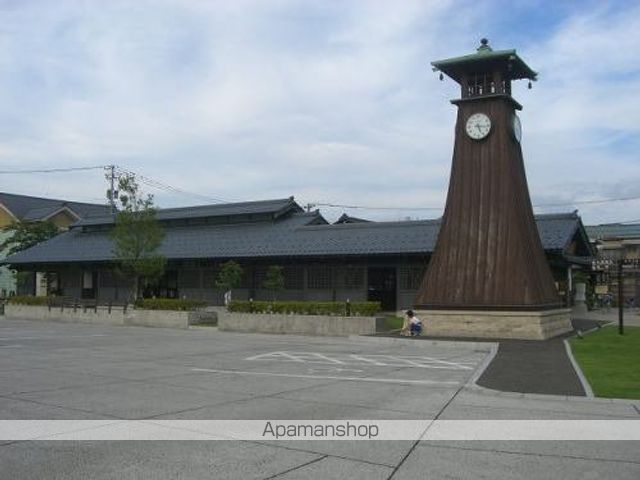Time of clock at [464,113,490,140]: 5:16
